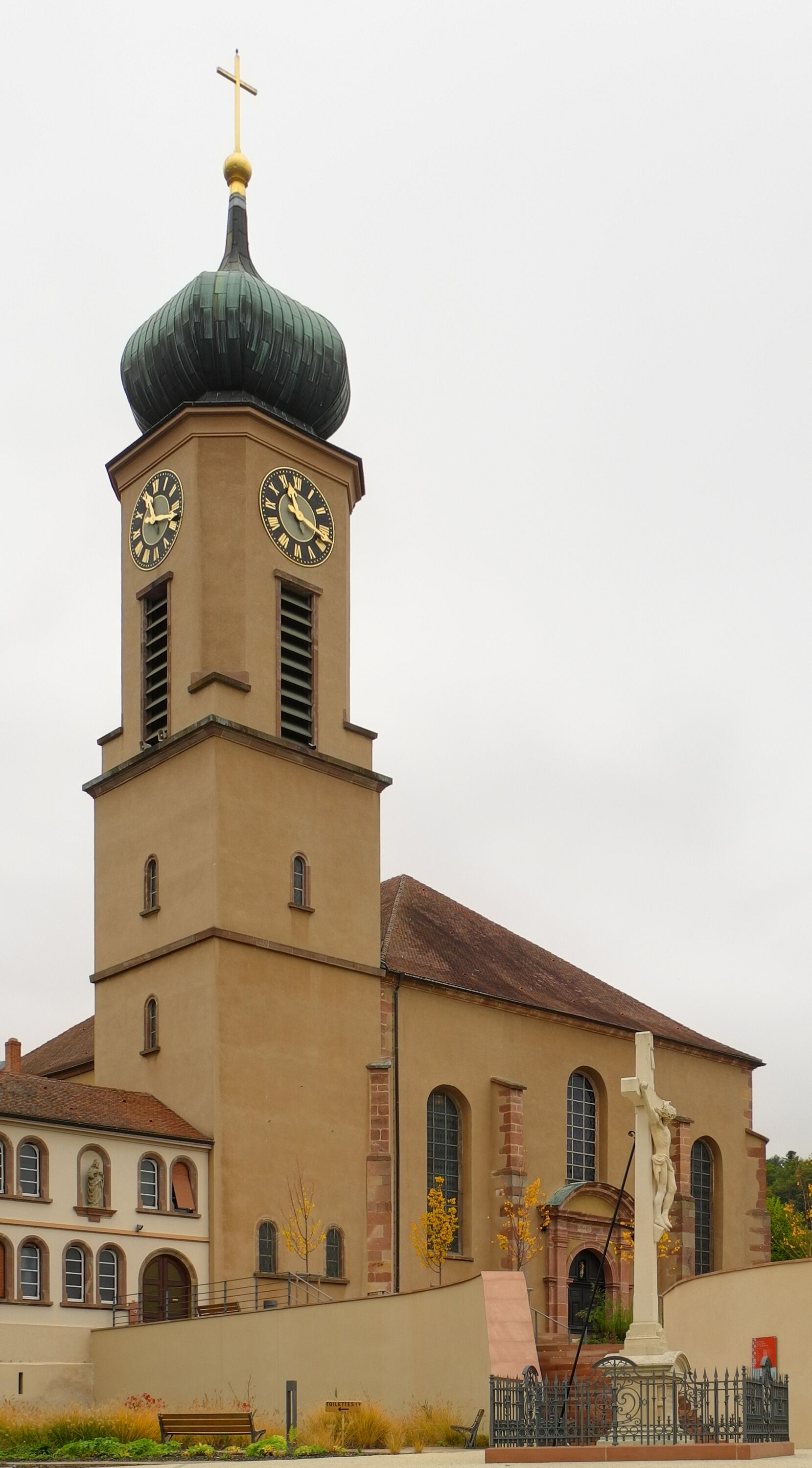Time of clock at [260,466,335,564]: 11:17
